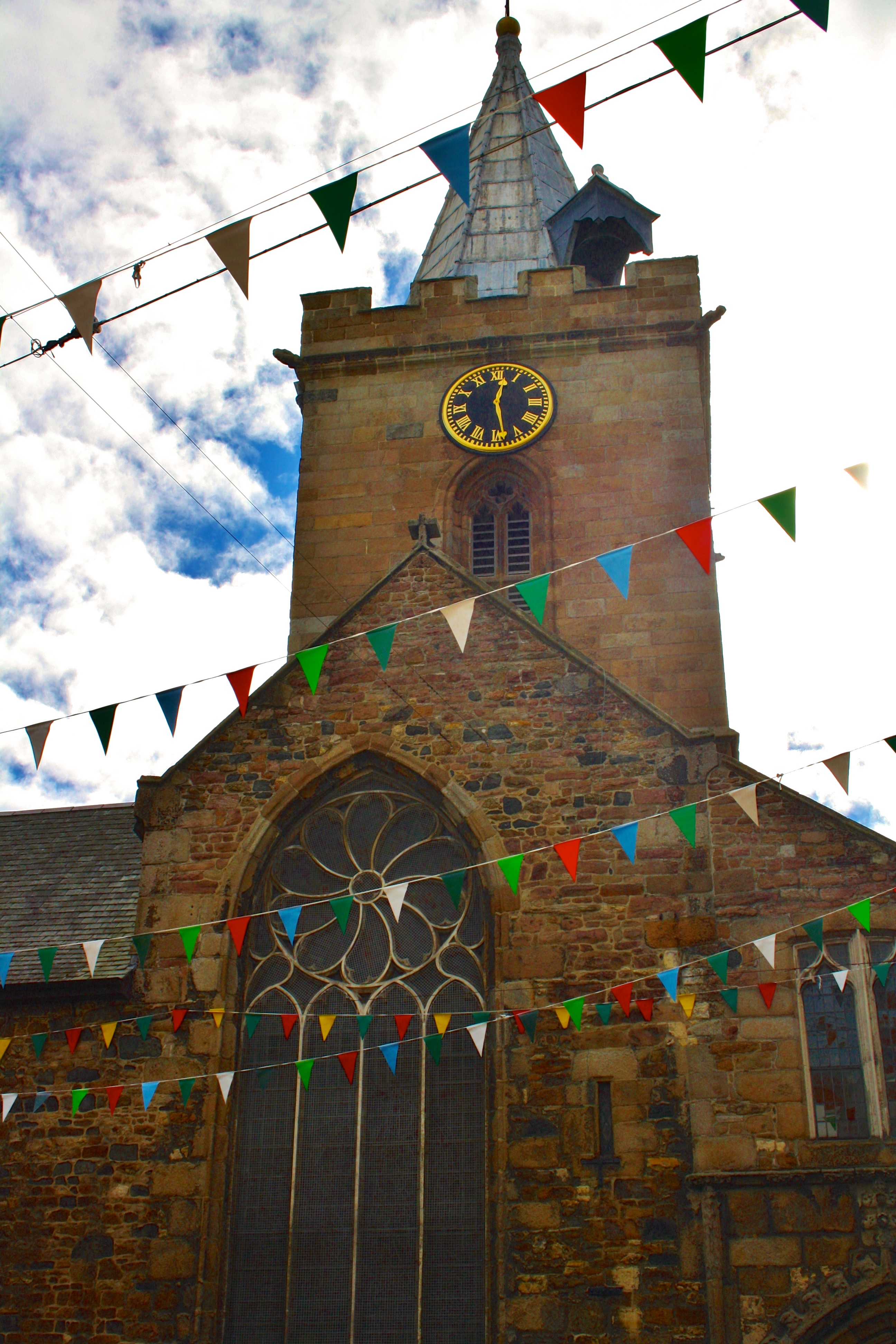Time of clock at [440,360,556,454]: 12:28
